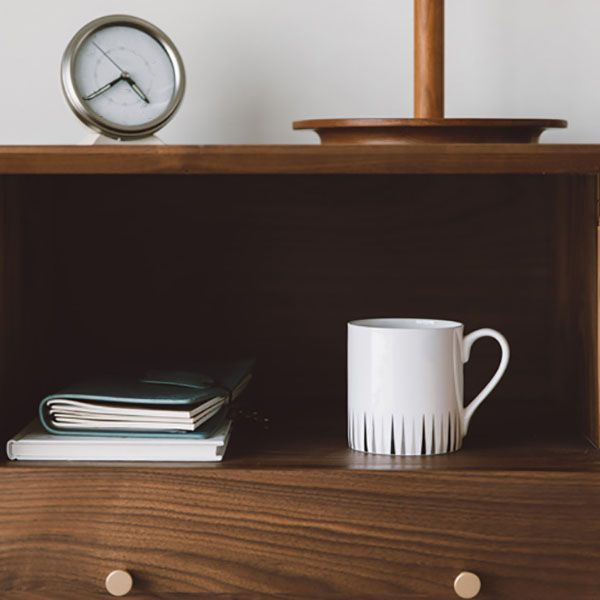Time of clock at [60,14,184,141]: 4:39
